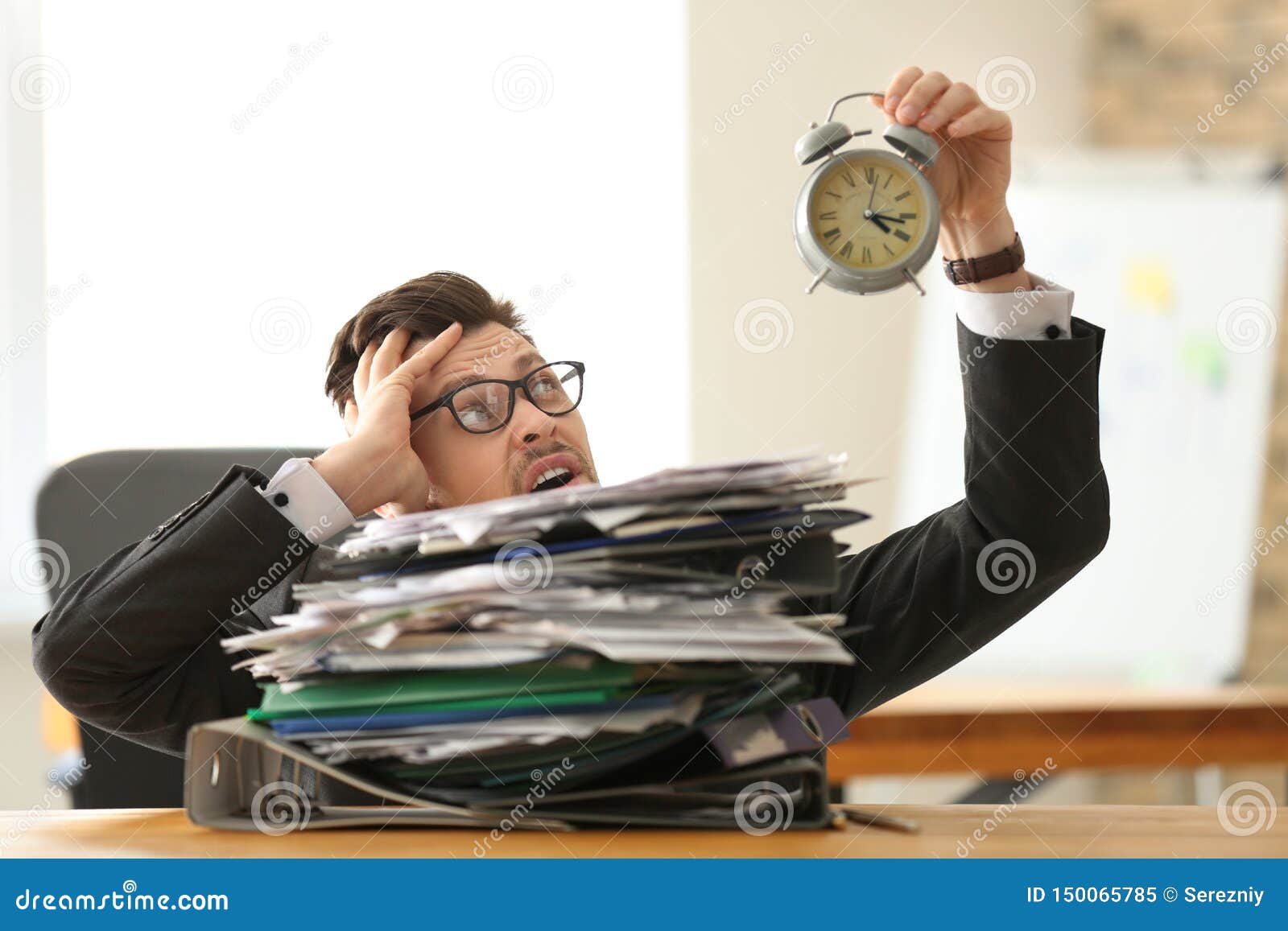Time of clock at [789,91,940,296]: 4:16
